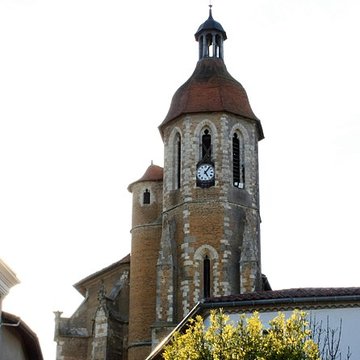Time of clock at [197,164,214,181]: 5:06
